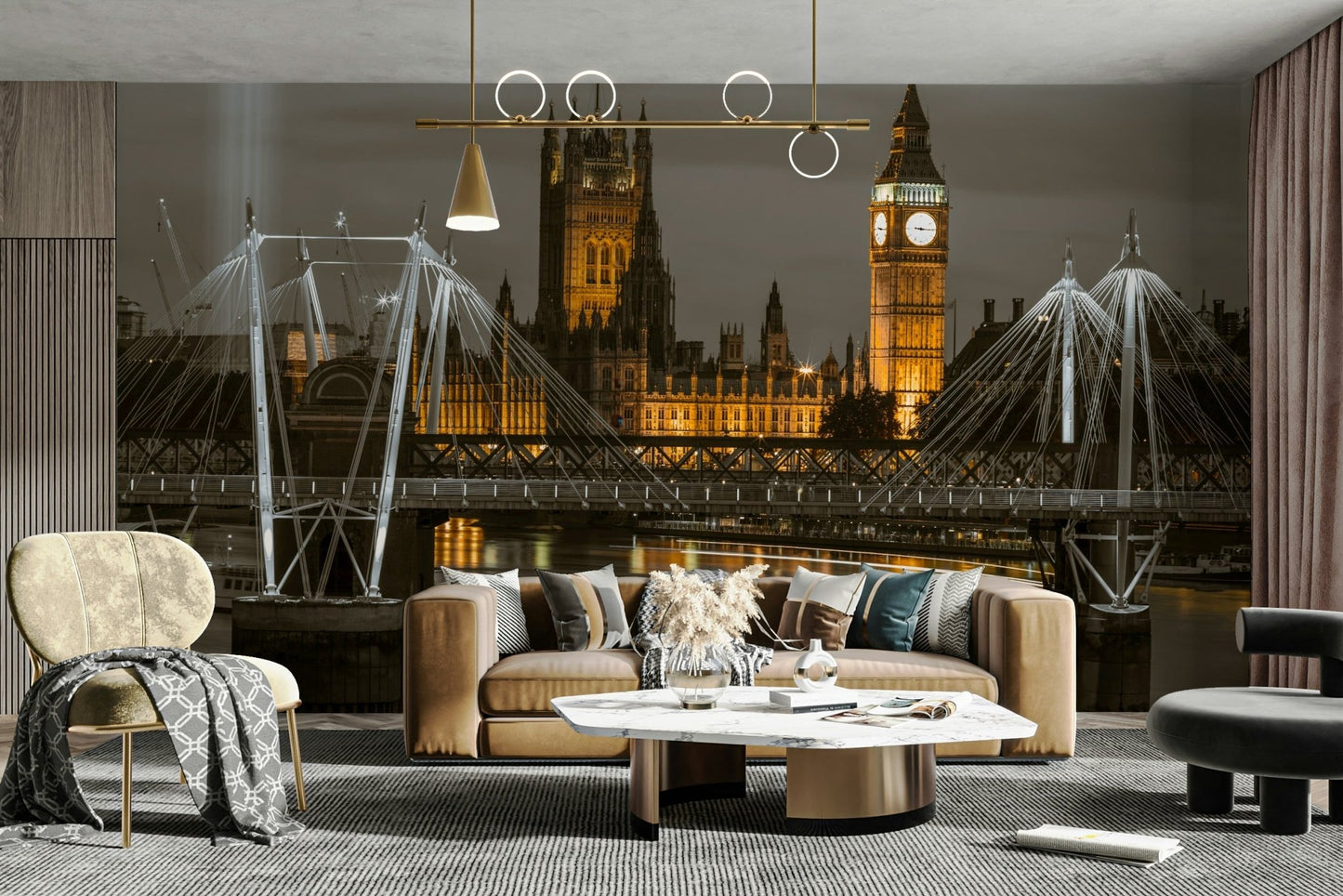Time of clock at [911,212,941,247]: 3:15
